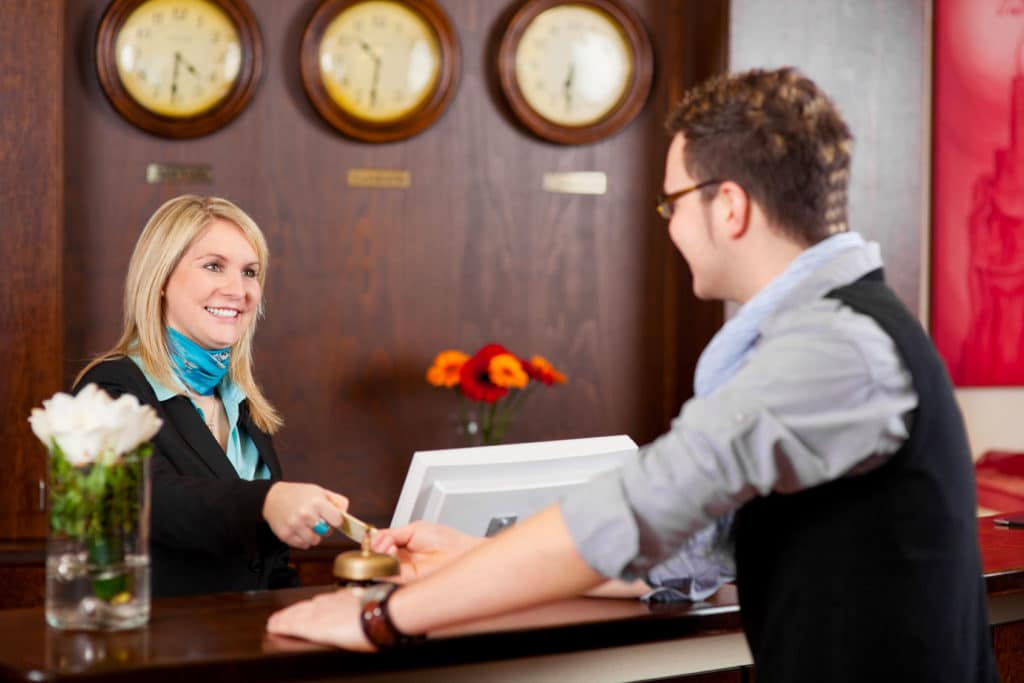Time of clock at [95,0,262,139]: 4:31
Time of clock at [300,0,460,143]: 10:31
